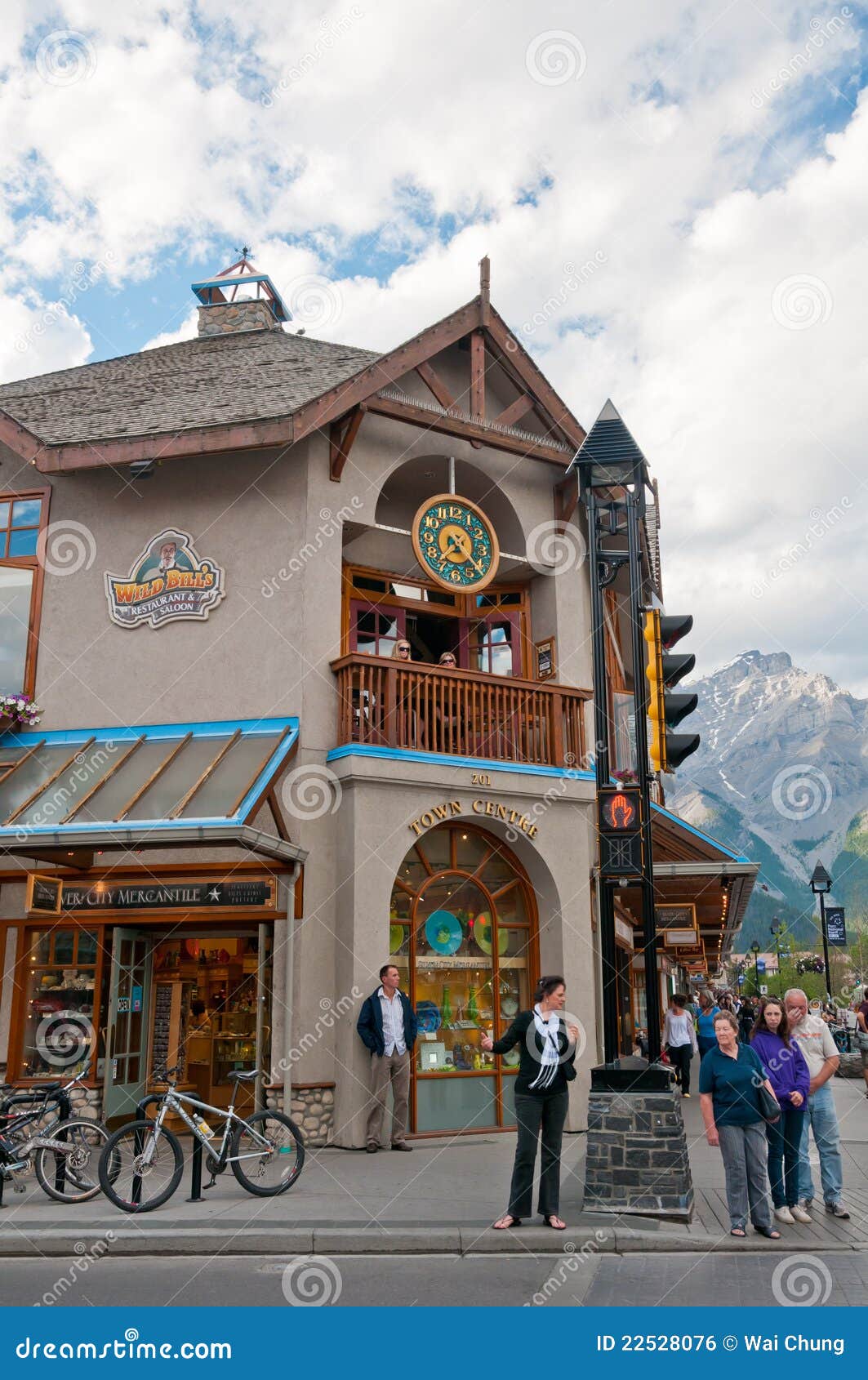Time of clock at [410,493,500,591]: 7:22
